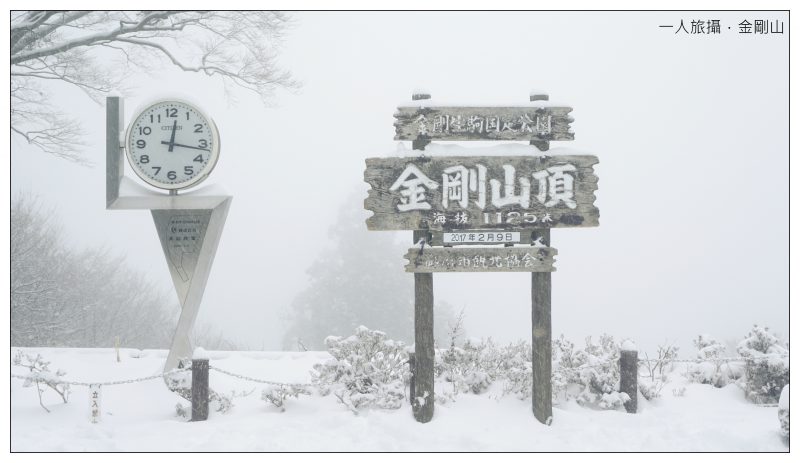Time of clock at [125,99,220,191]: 12:16
